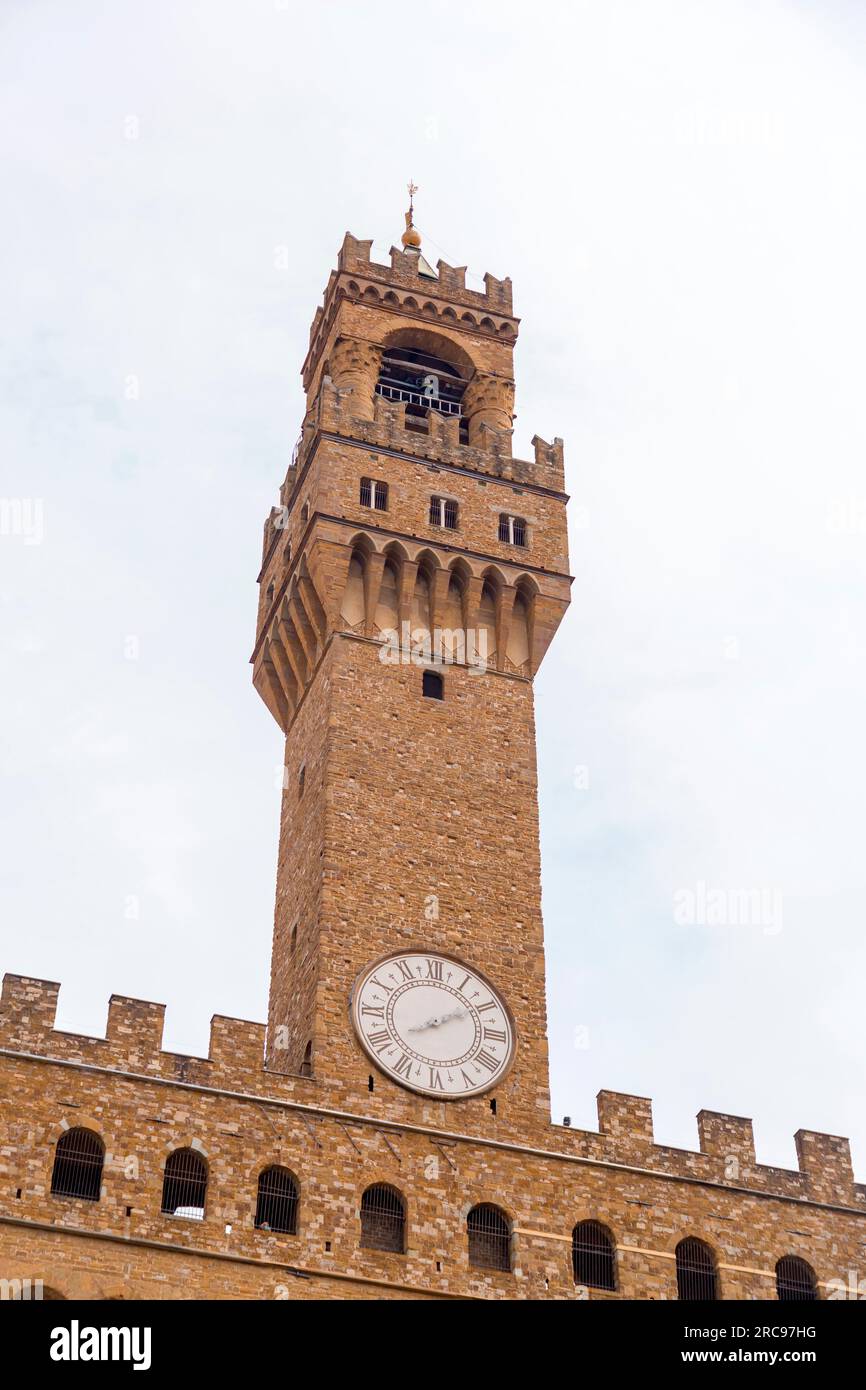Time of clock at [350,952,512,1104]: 8:09
